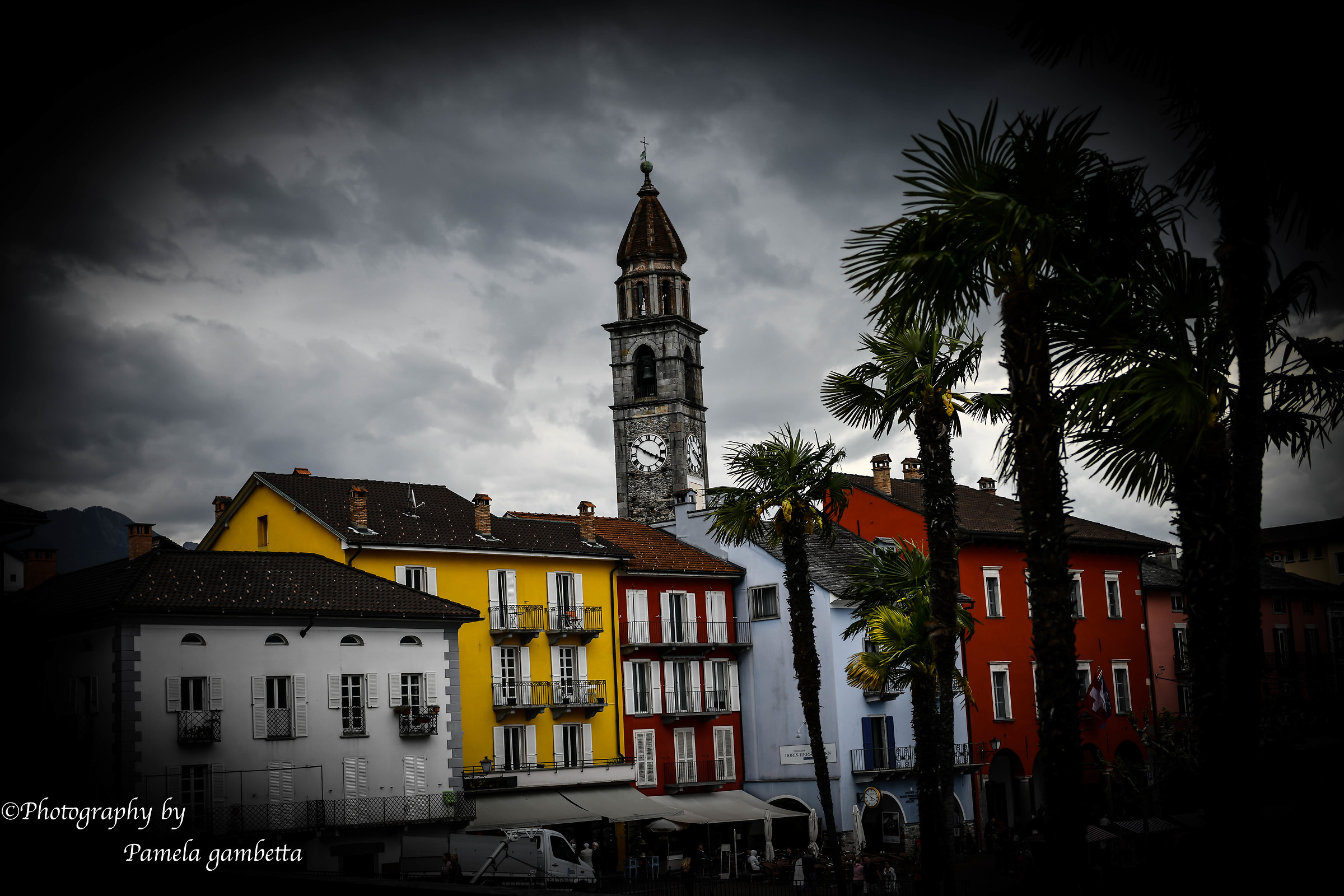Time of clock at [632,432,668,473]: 3:50
